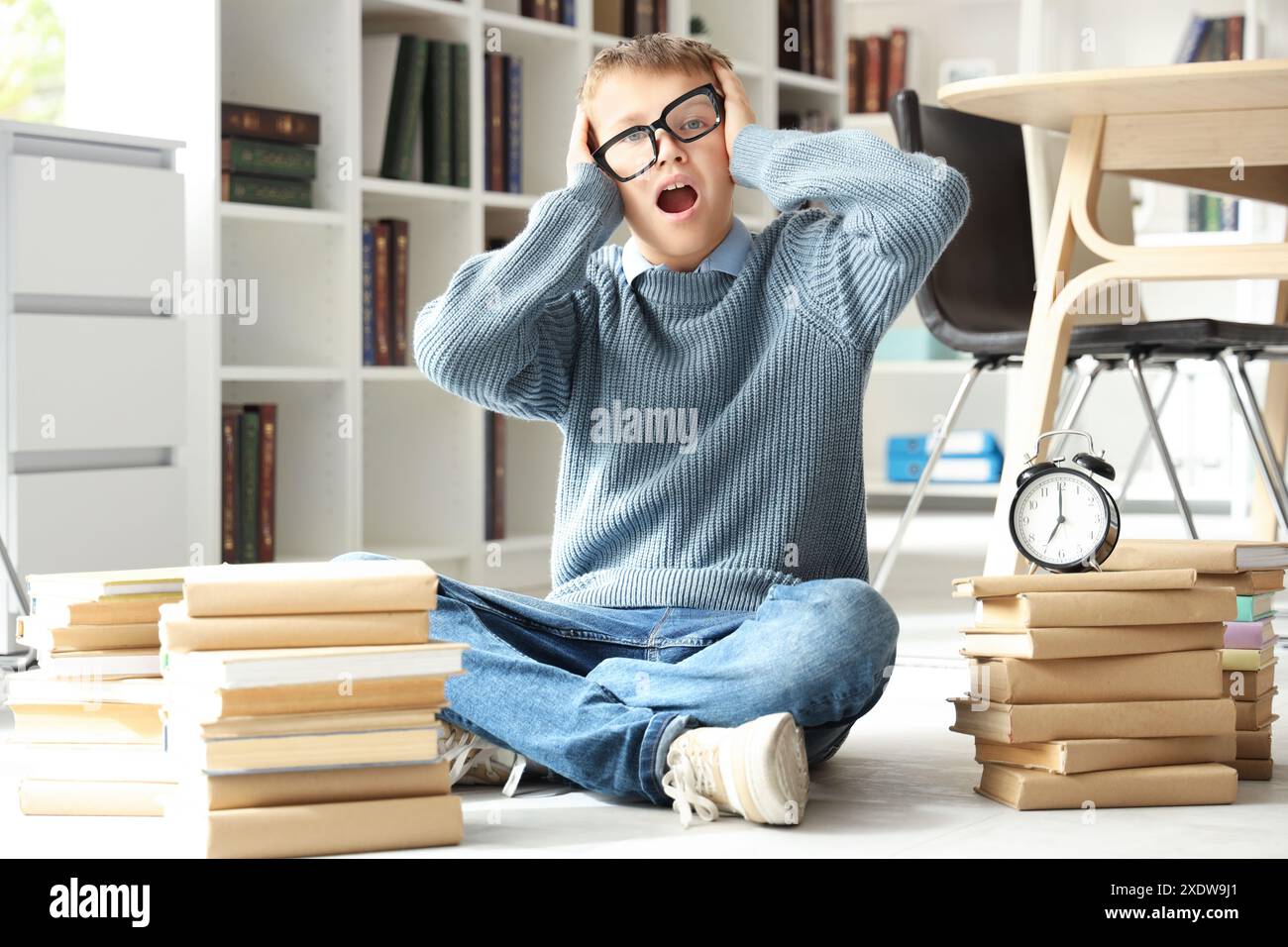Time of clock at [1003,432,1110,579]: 7:00
